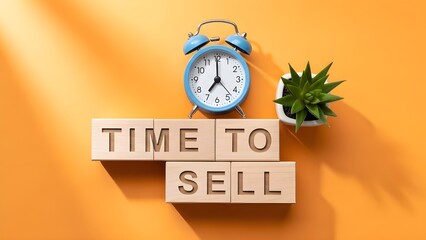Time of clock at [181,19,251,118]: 7:00
